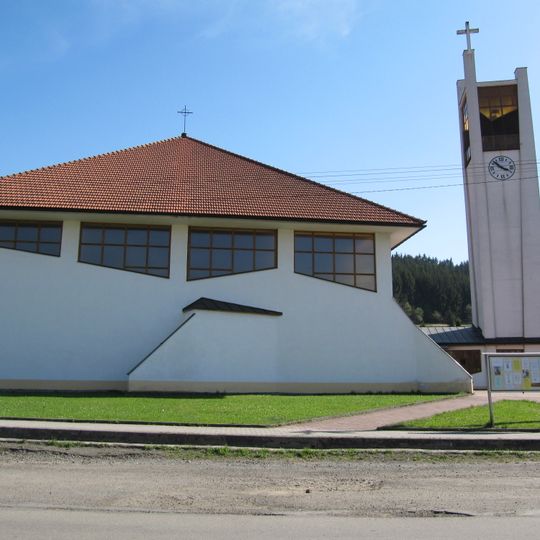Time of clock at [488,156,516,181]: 3:52
